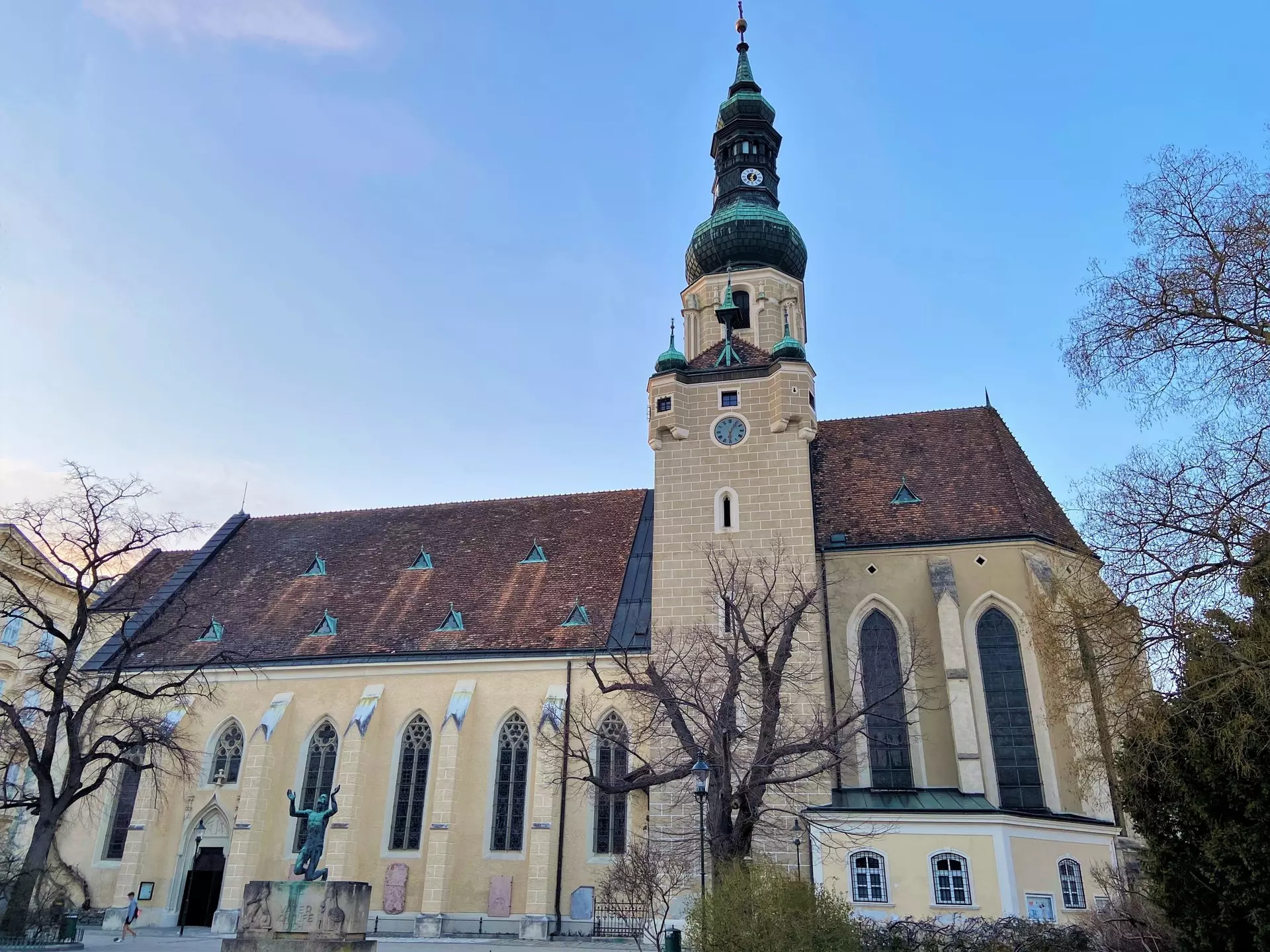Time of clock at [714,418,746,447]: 6:05
